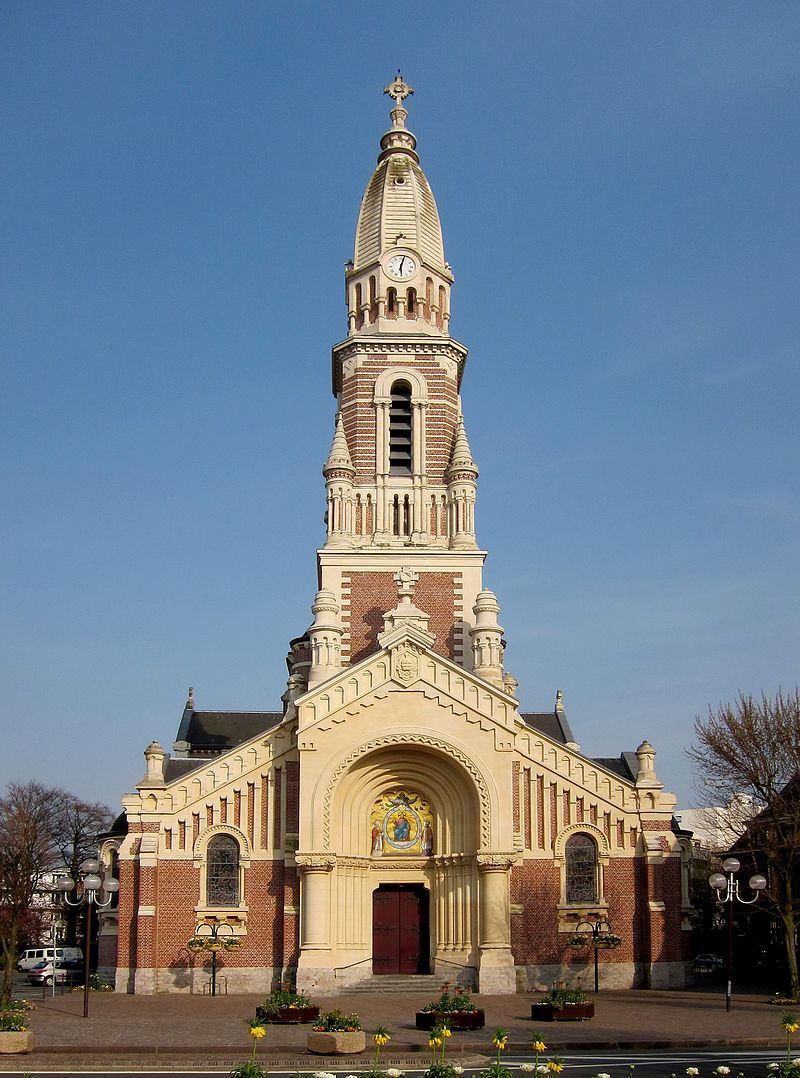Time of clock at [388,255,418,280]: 6:02
